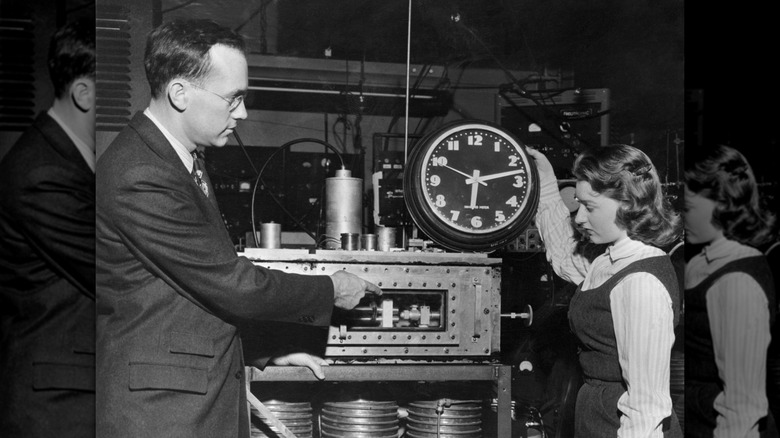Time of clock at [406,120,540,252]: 6:13
